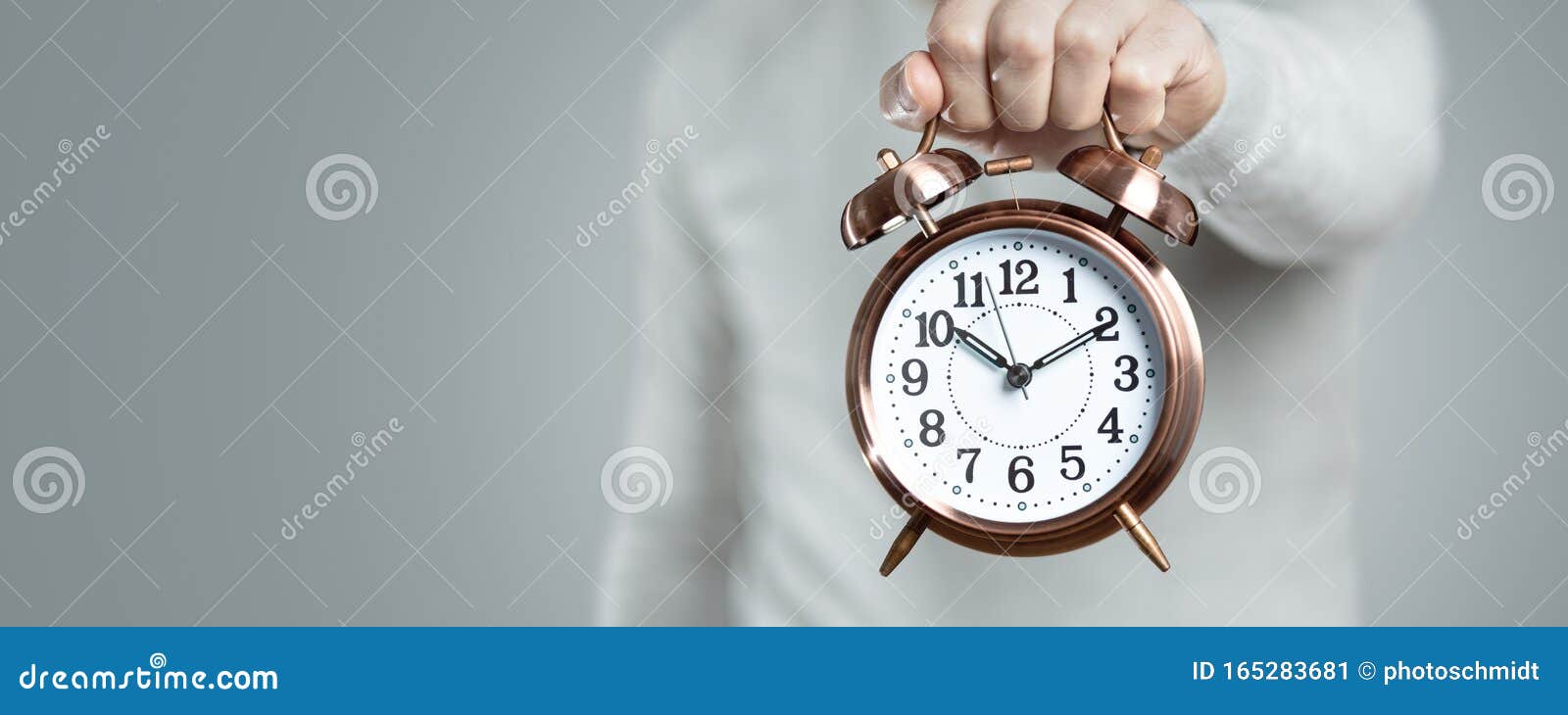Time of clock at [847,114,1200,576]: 10:10
